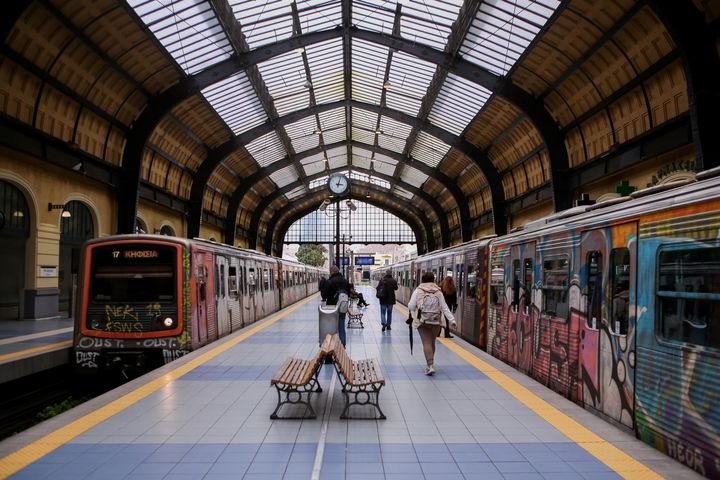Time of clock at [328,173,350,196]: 3:02
